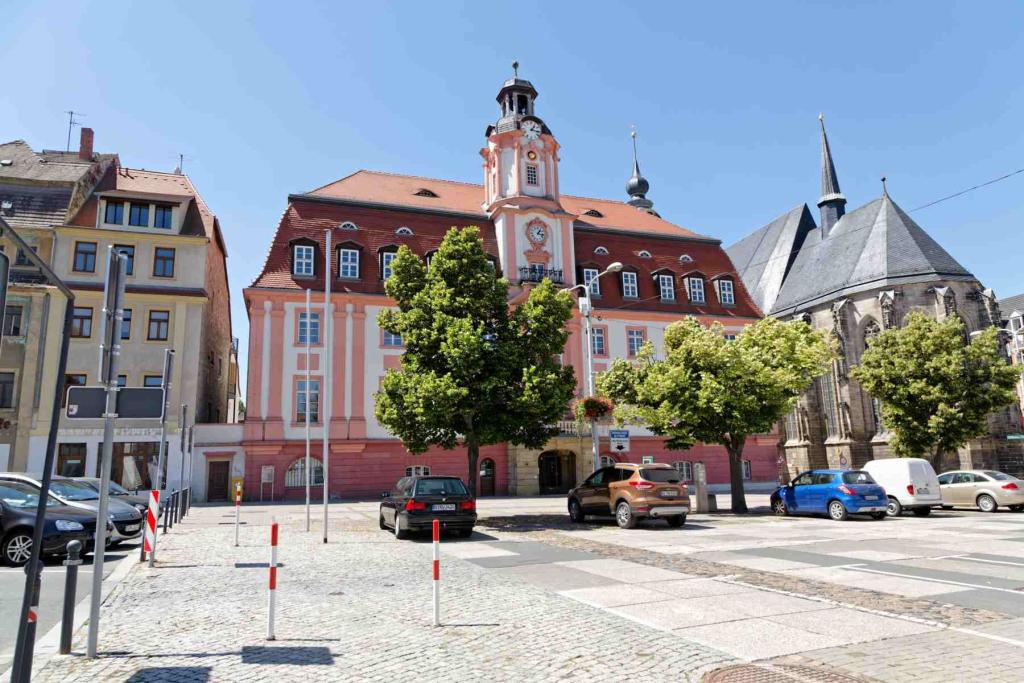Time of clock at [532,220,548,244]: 1:16
